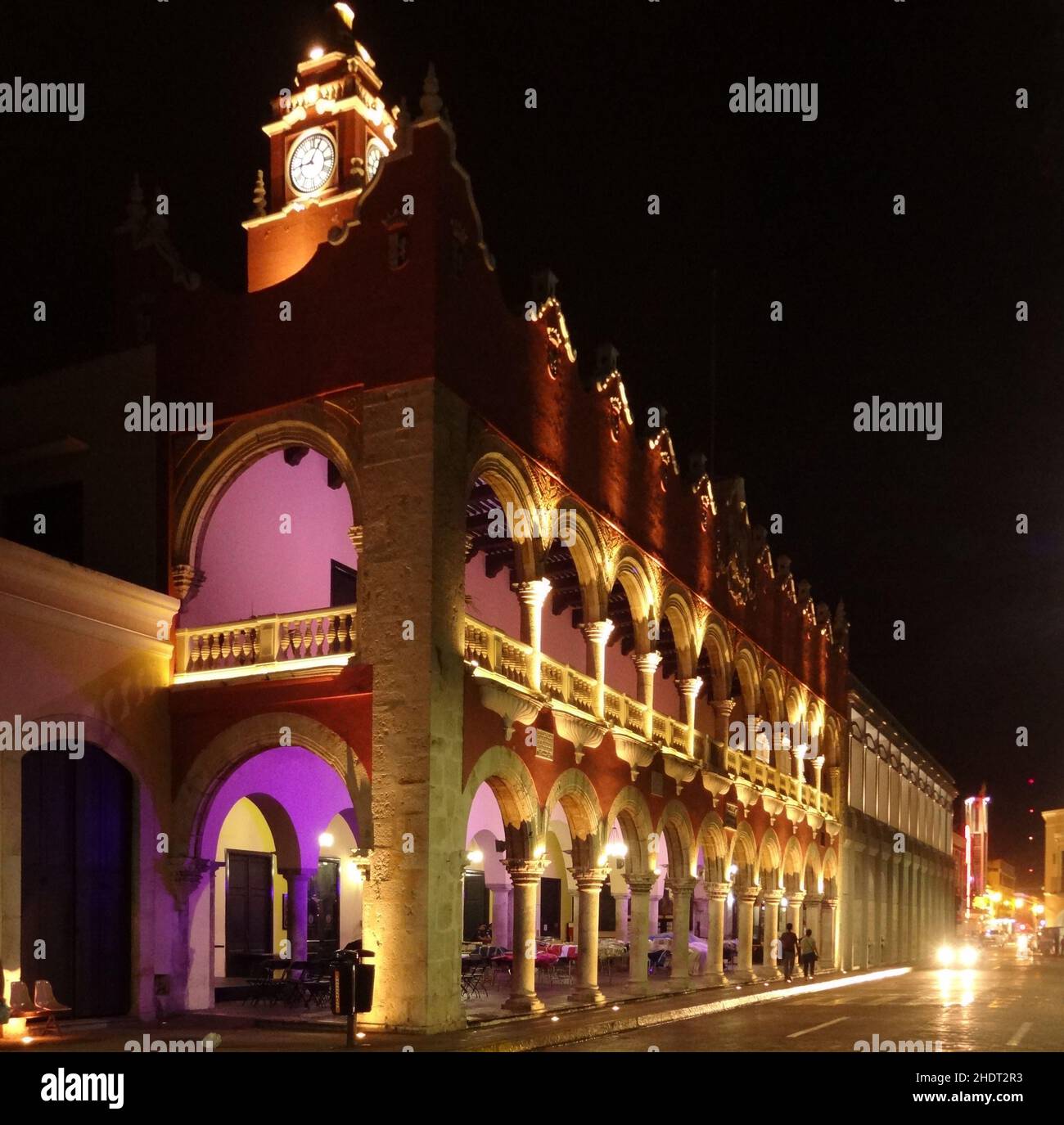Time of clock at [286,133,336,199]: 9:04
